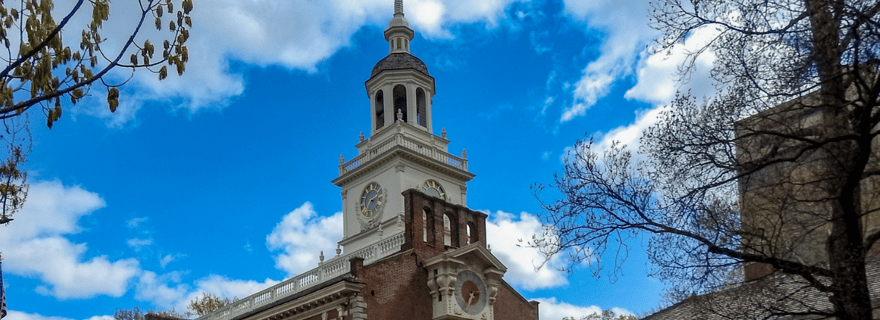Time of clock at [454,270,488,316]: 2:34
